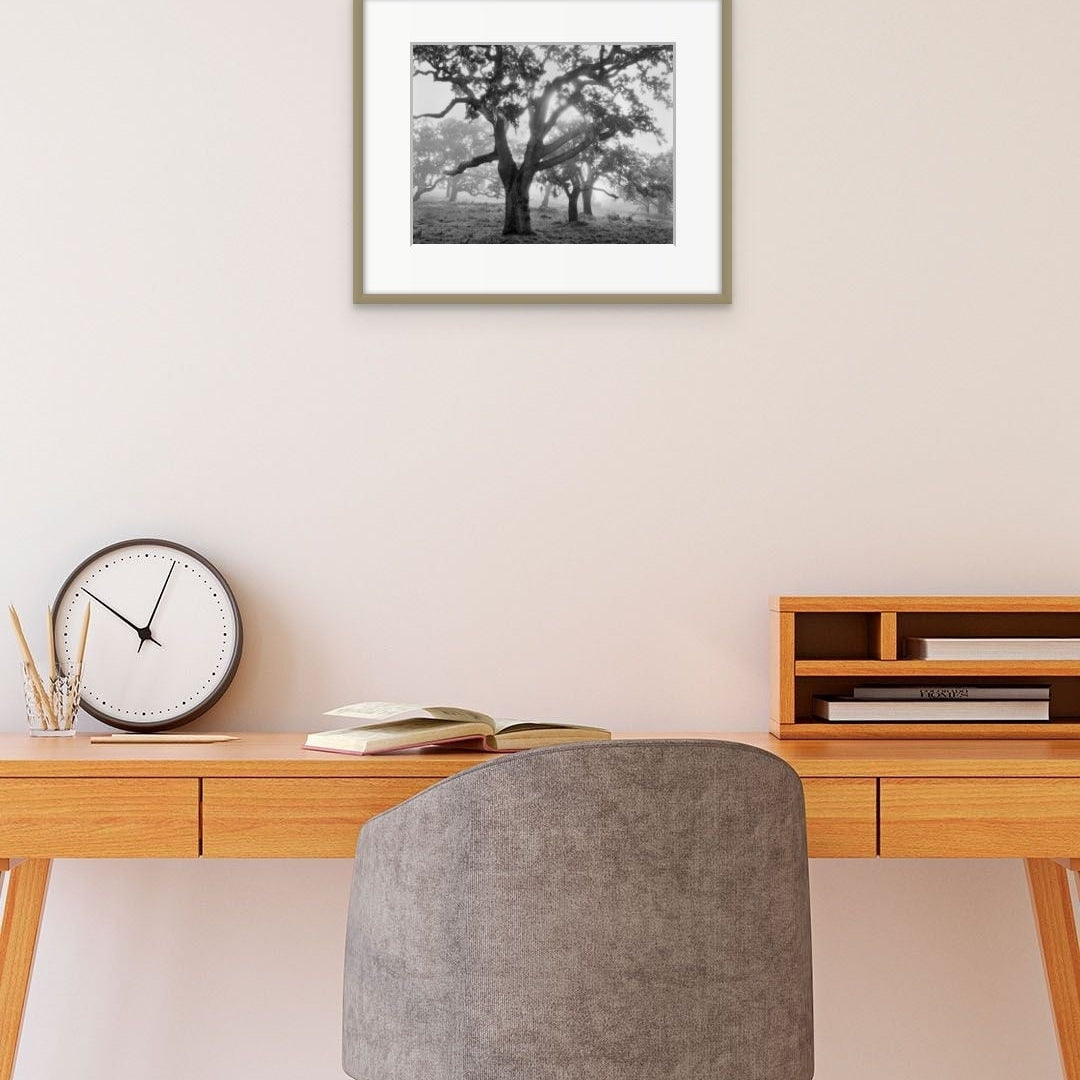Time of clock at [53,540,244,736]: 10:03
